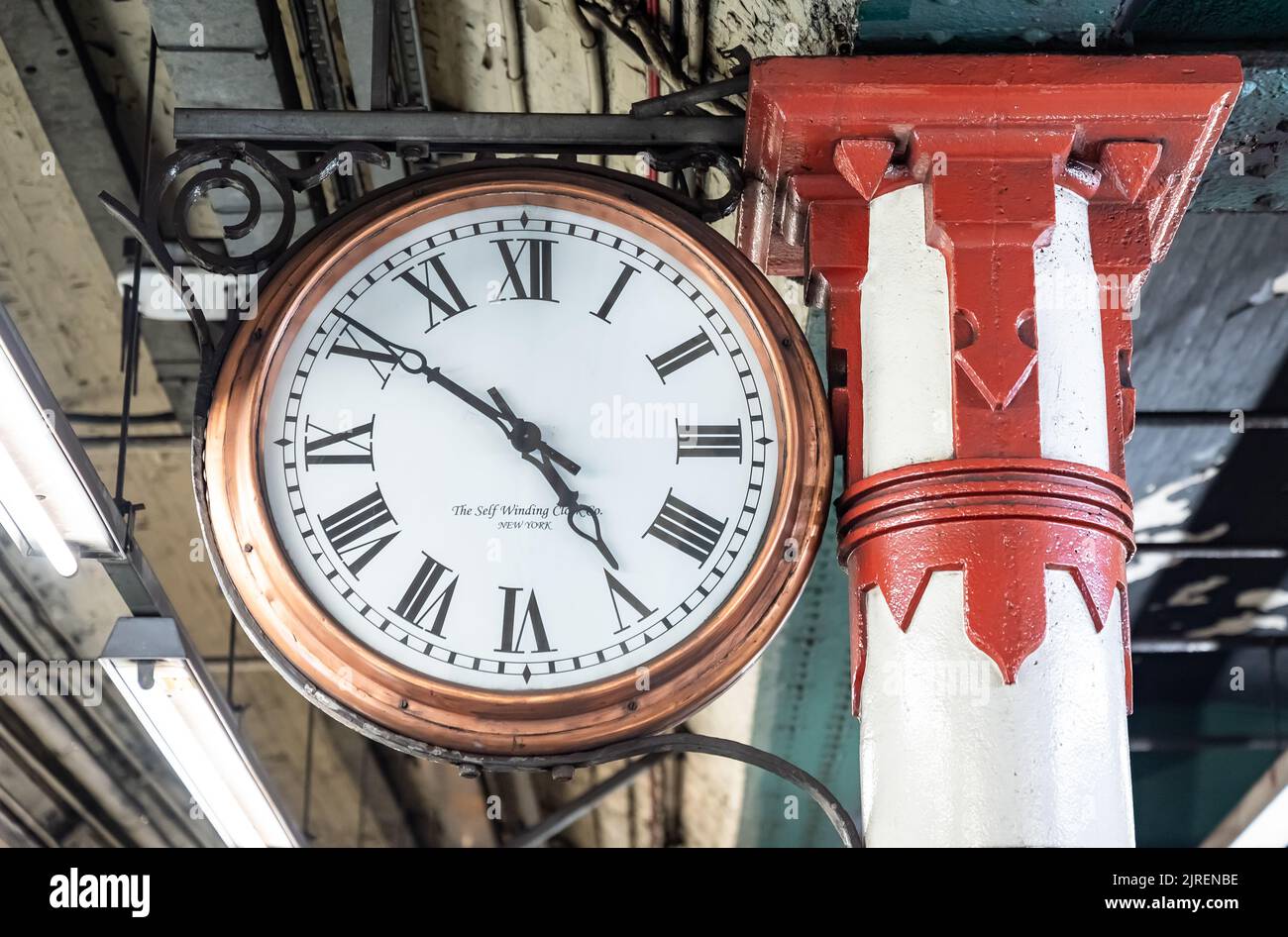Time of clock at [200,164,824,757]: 4:50
